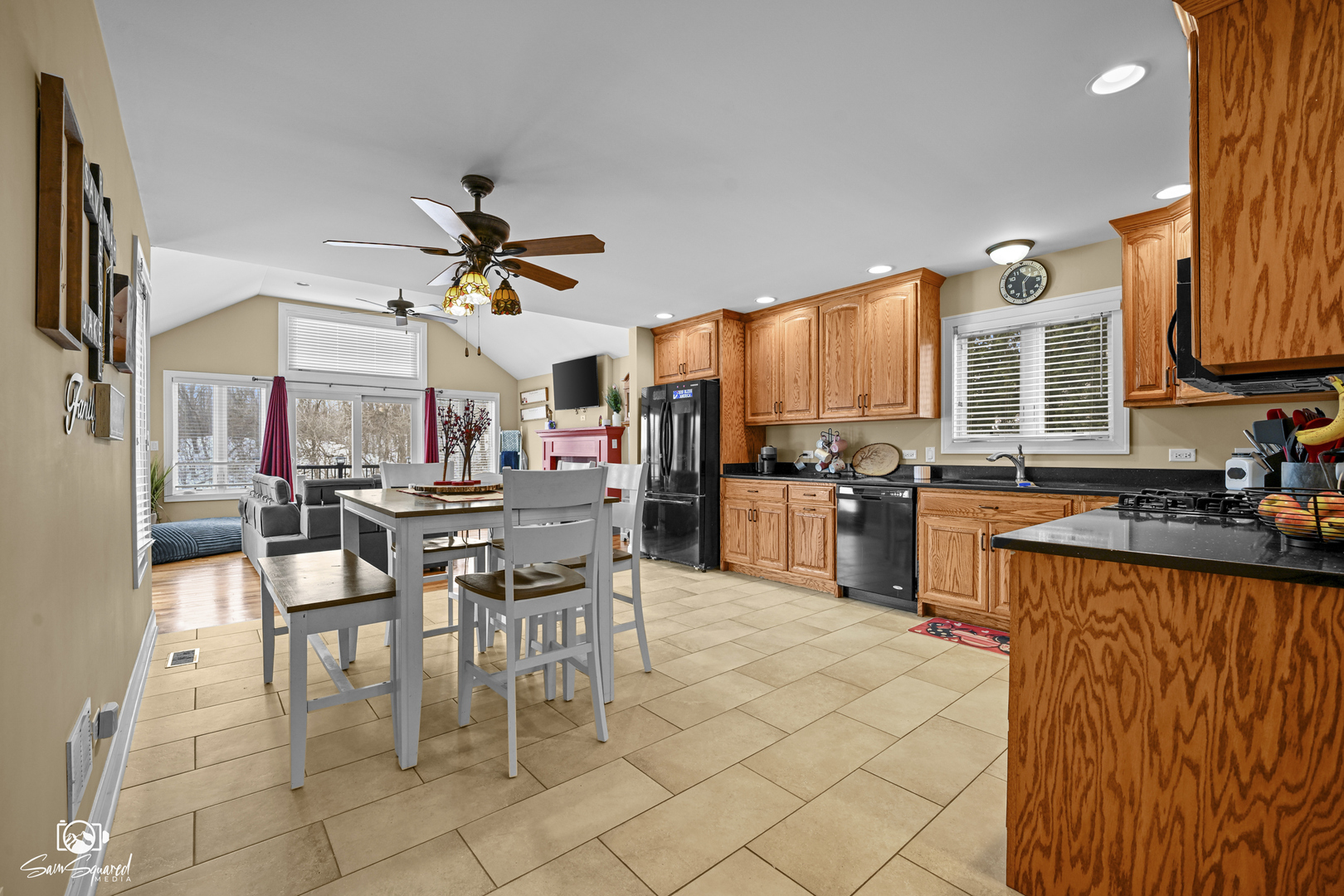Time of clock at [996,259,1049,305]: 1:29
